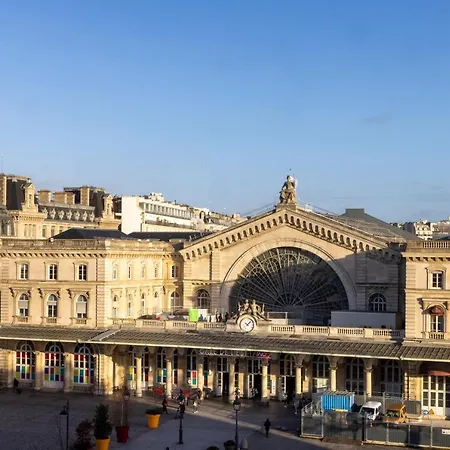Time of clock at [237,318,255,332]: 10:07
